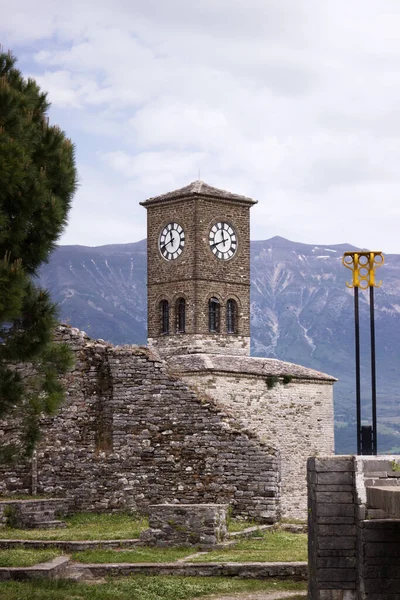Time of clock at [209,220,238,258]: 11:41
